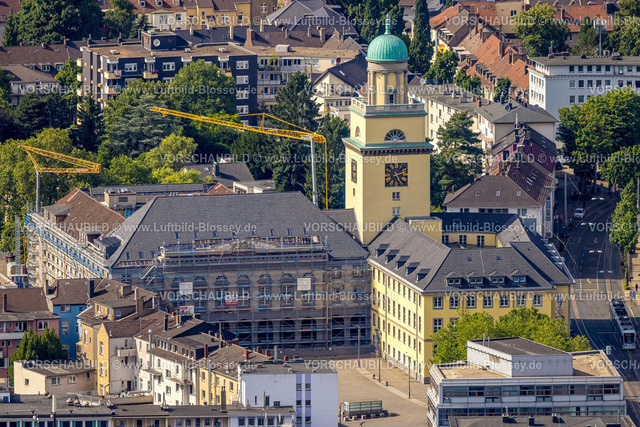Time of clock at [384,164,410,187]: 2:25
